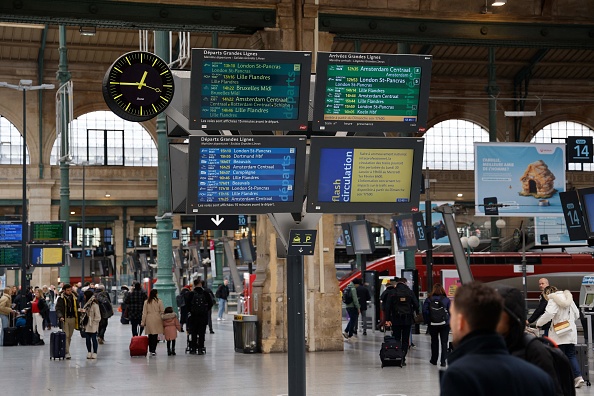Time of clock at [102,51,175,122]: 12:45
